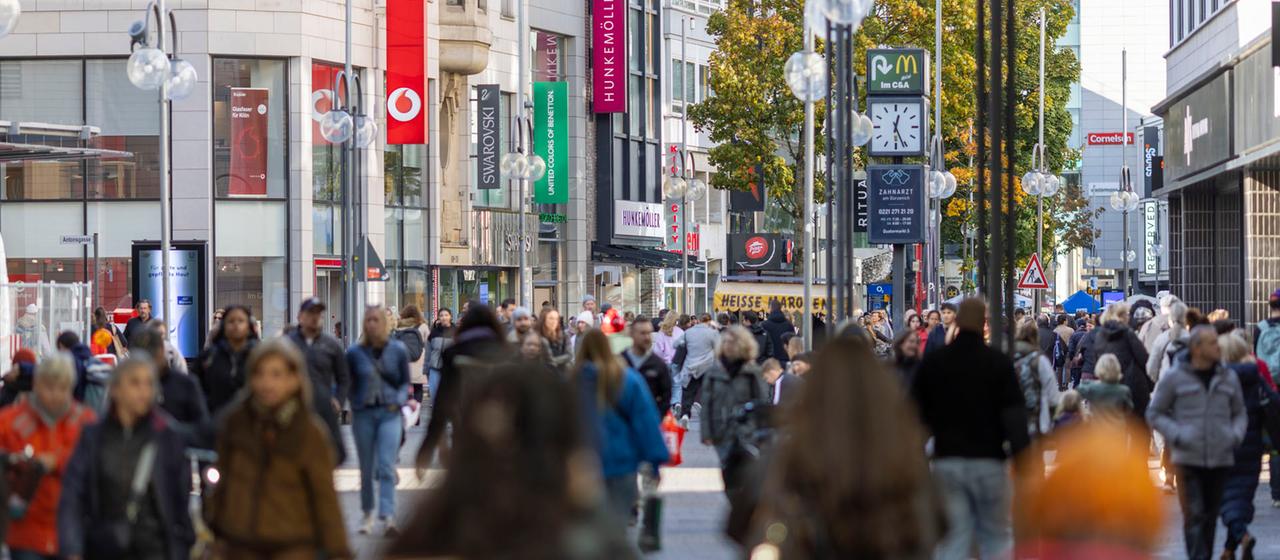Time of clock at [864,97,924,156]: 12:26
